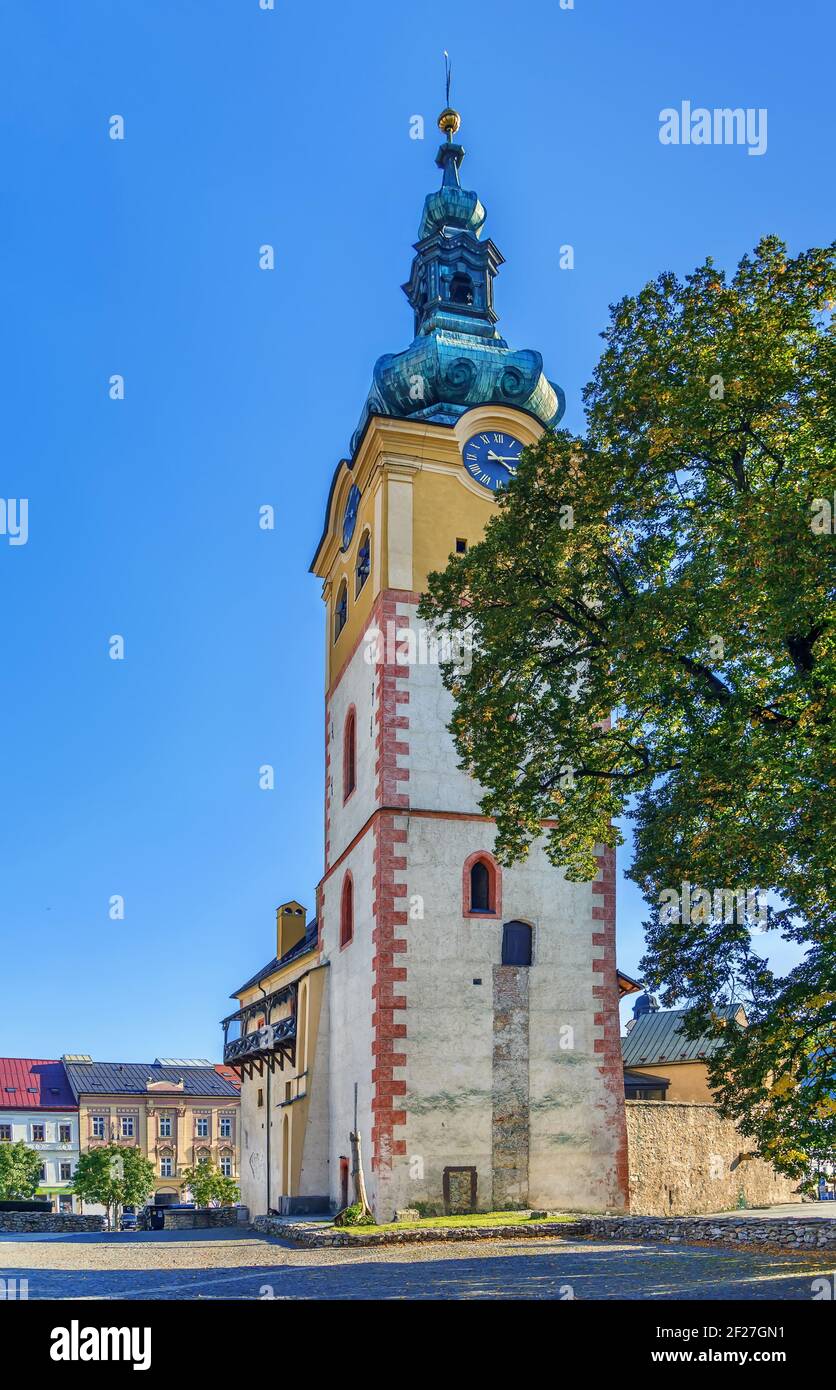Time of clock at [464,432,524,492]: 4:13
